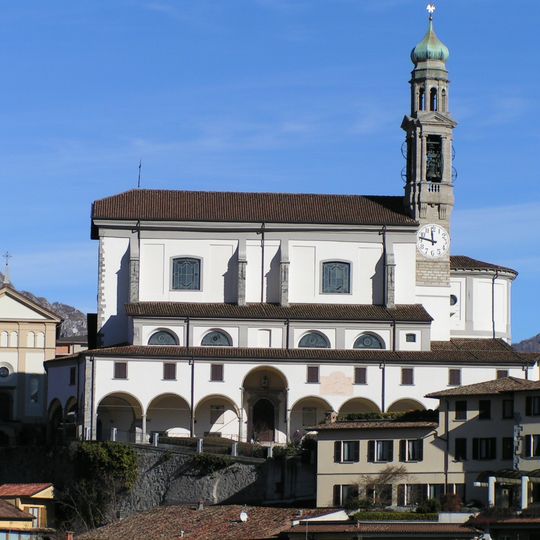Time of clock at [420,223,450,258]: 11:47
